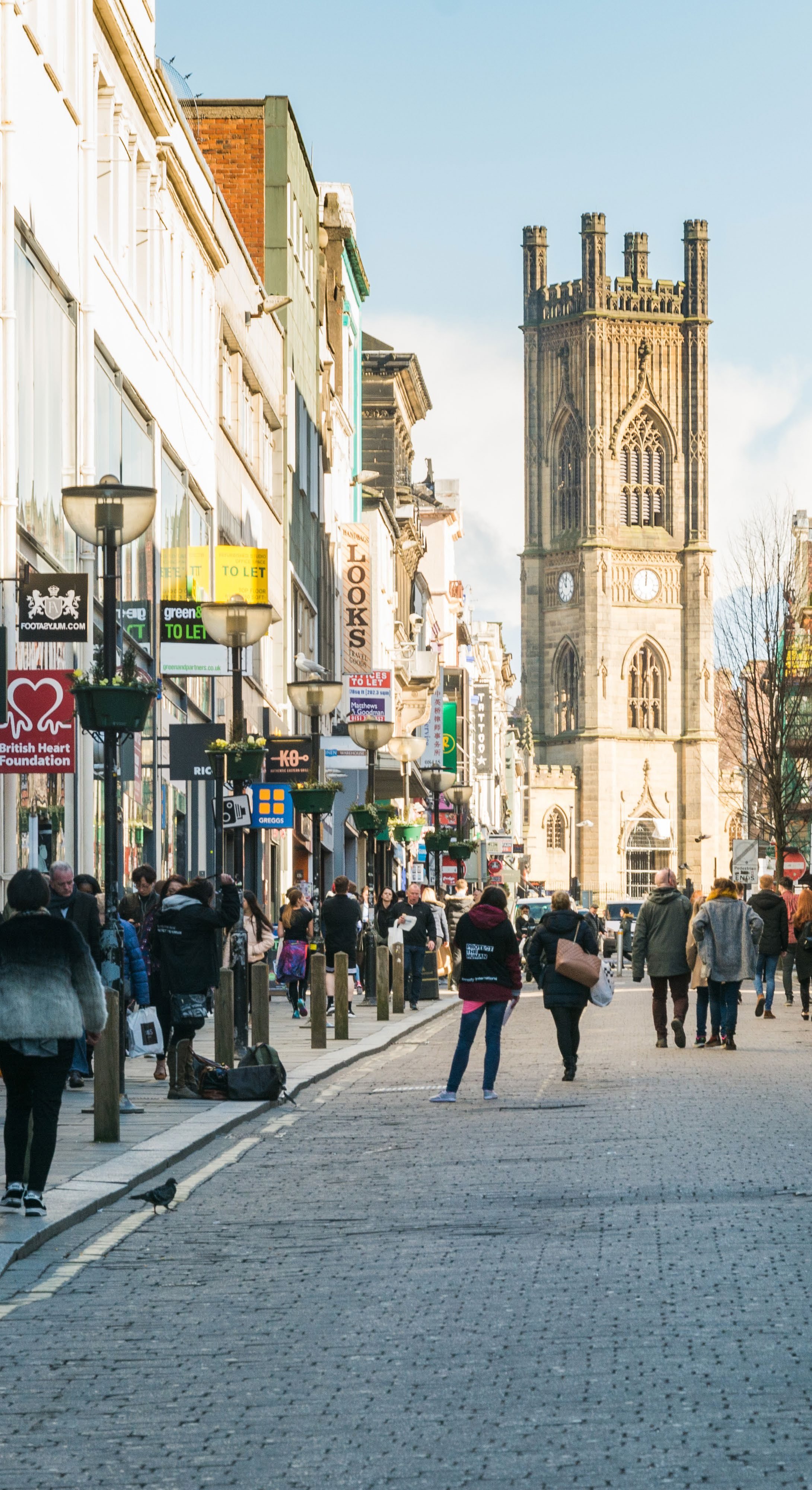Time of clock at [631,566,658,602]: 12:00
